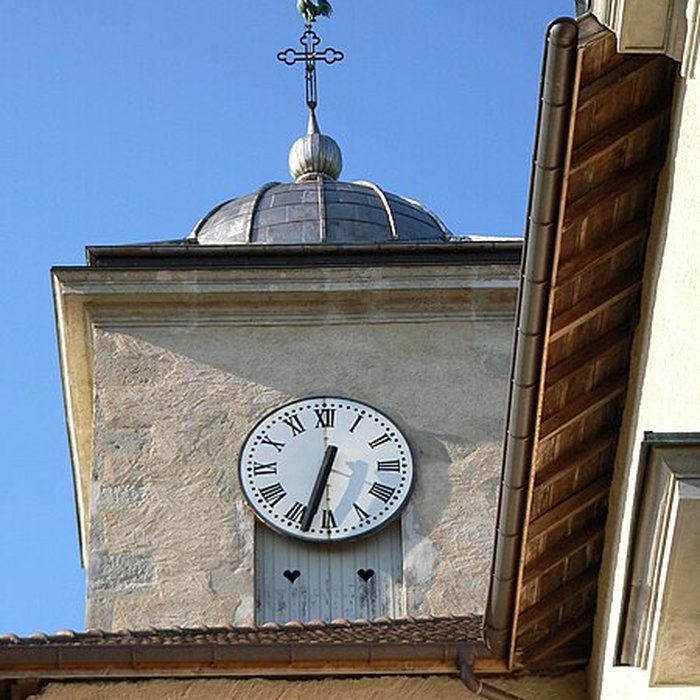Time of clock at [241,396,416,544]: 6:32
